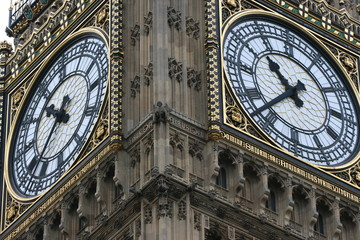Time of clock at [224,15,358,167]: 10:37
